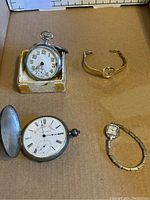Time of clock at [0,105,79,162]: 2:58
